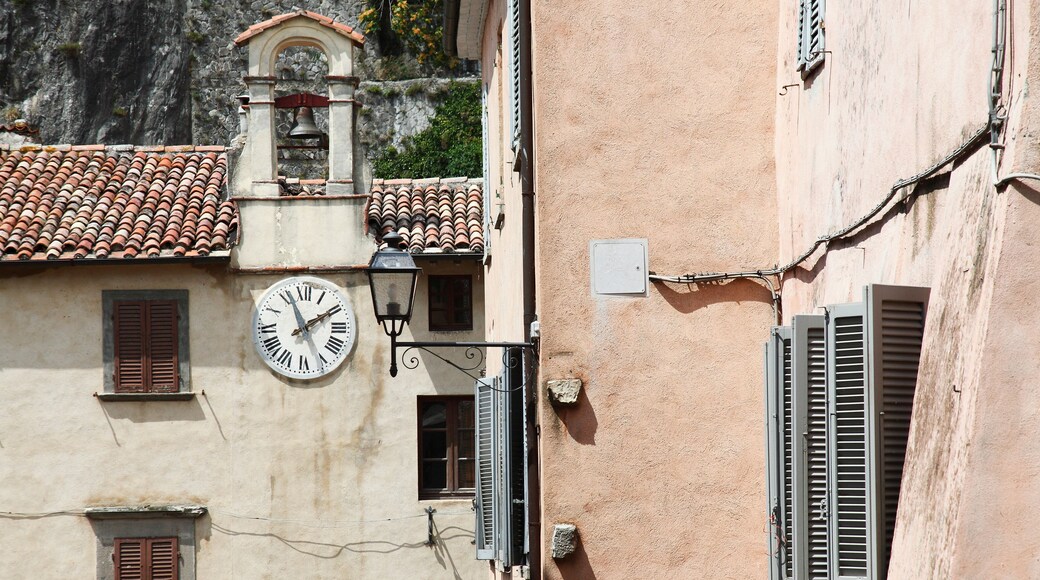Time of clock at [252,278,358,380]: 1:56
